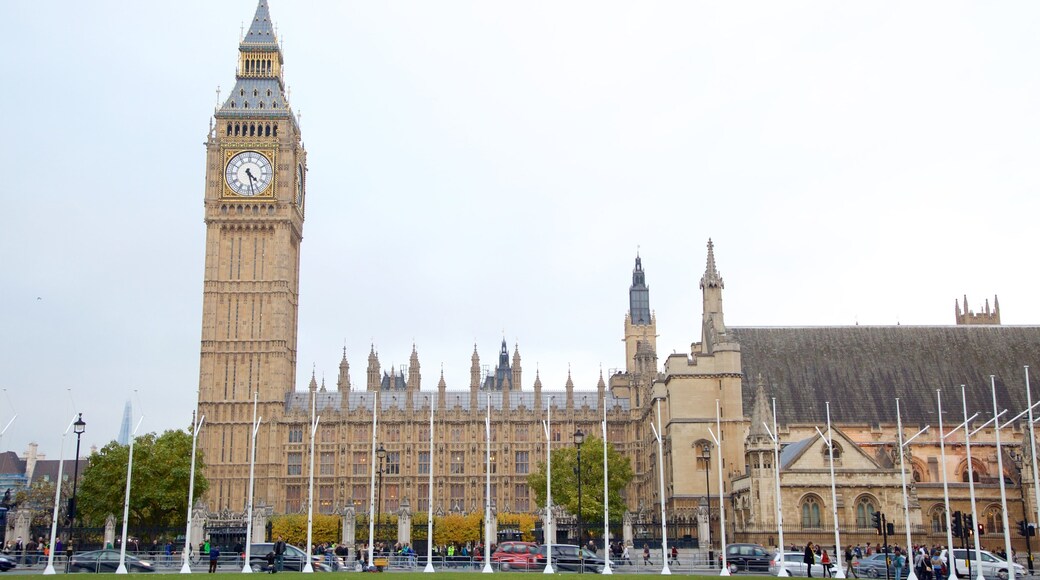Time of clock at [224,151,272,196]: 4:27
